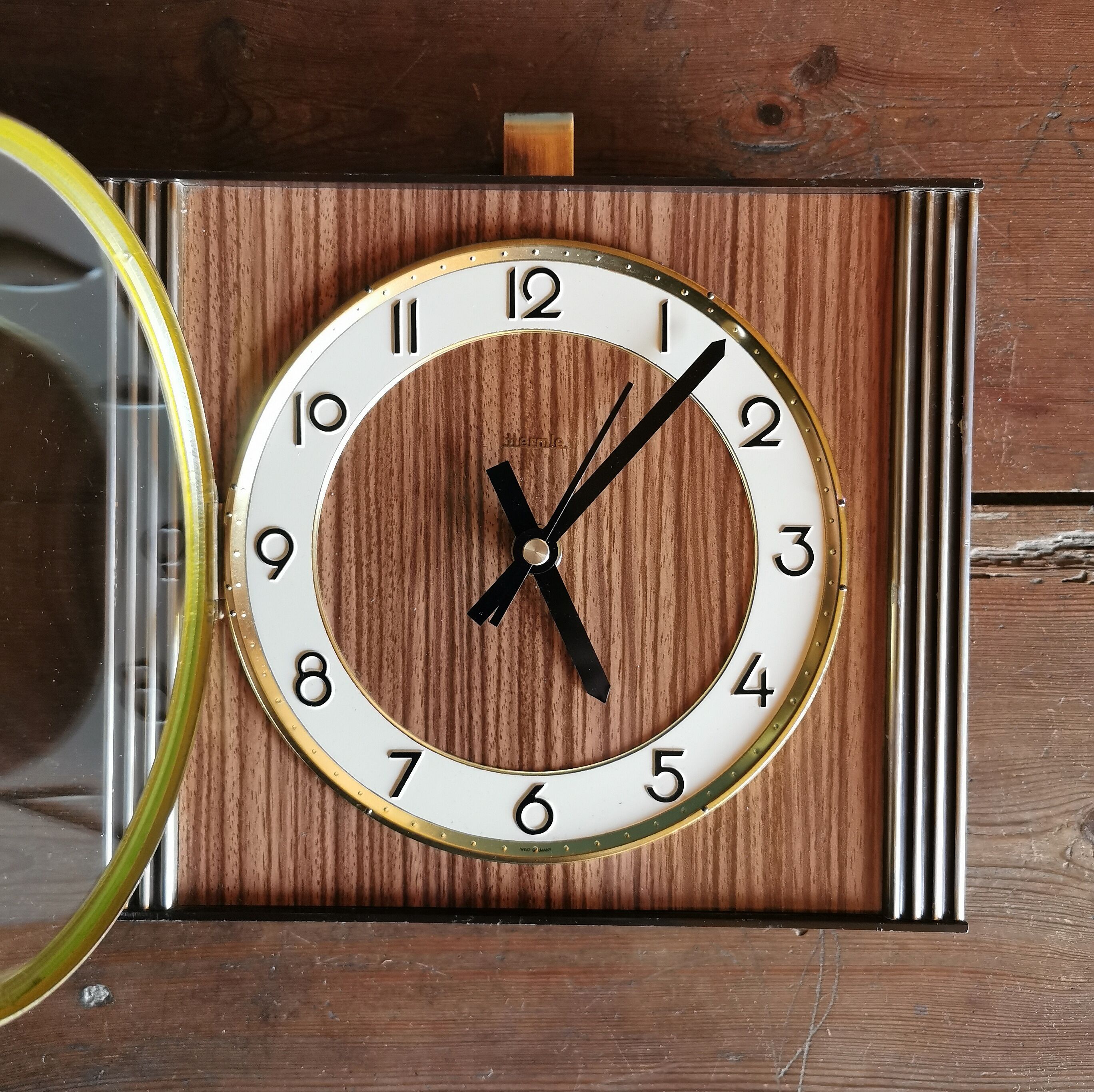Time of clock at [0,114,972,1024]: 5:06
